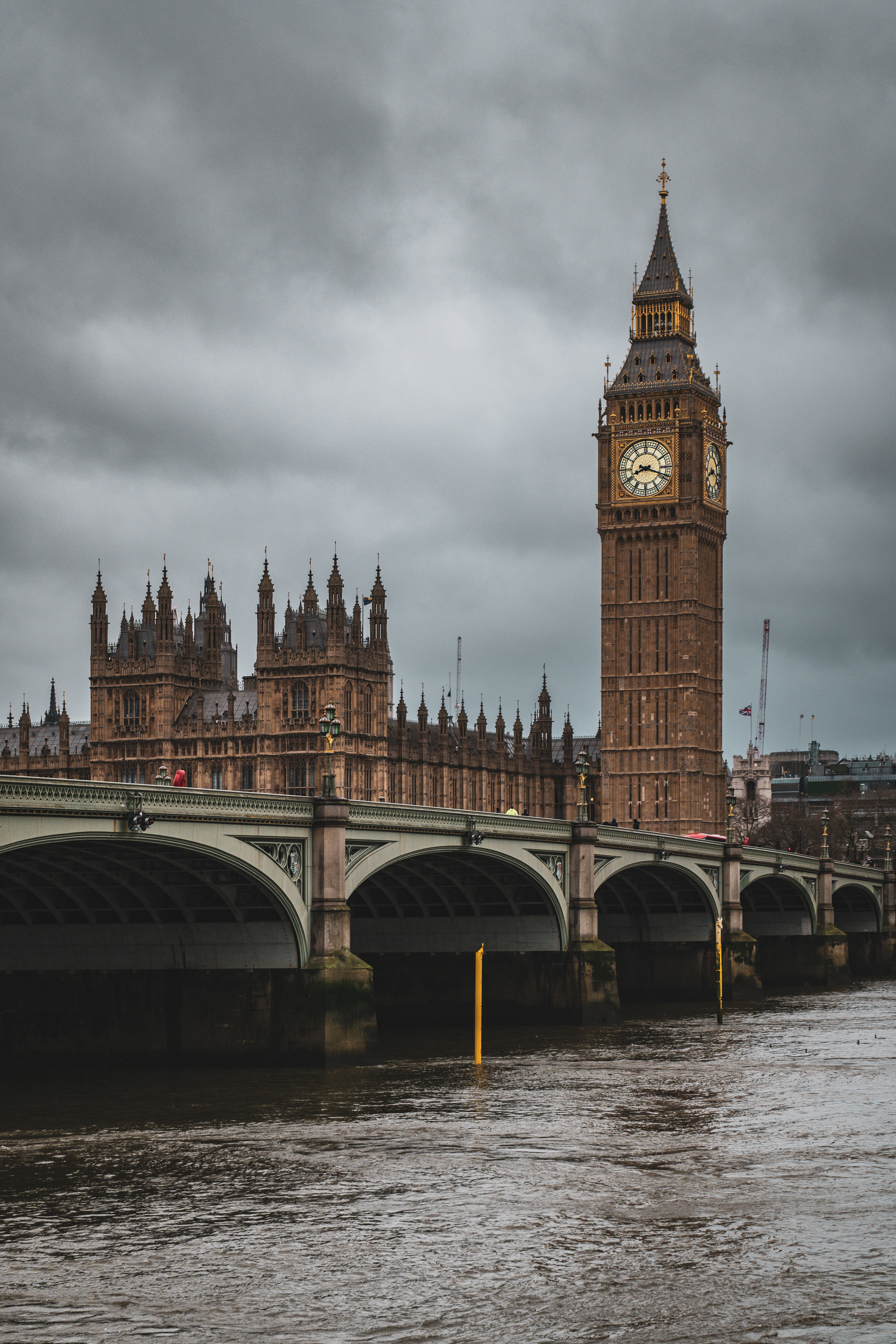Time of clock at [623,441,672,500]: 8:18
